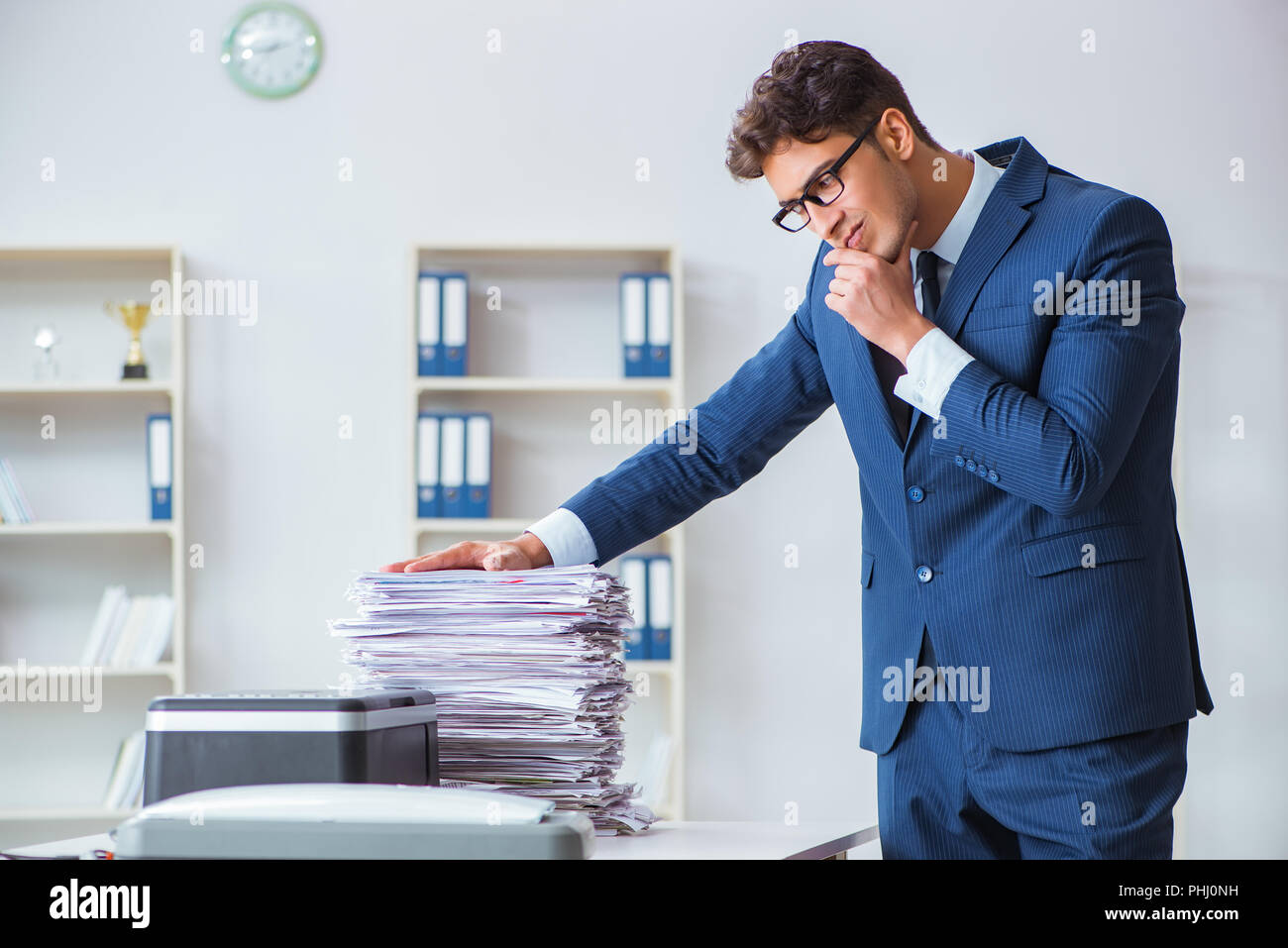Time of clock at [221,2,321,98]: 8:12
